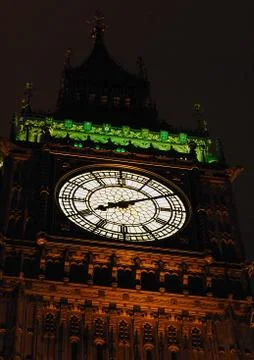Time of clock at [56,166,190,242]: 8:09
